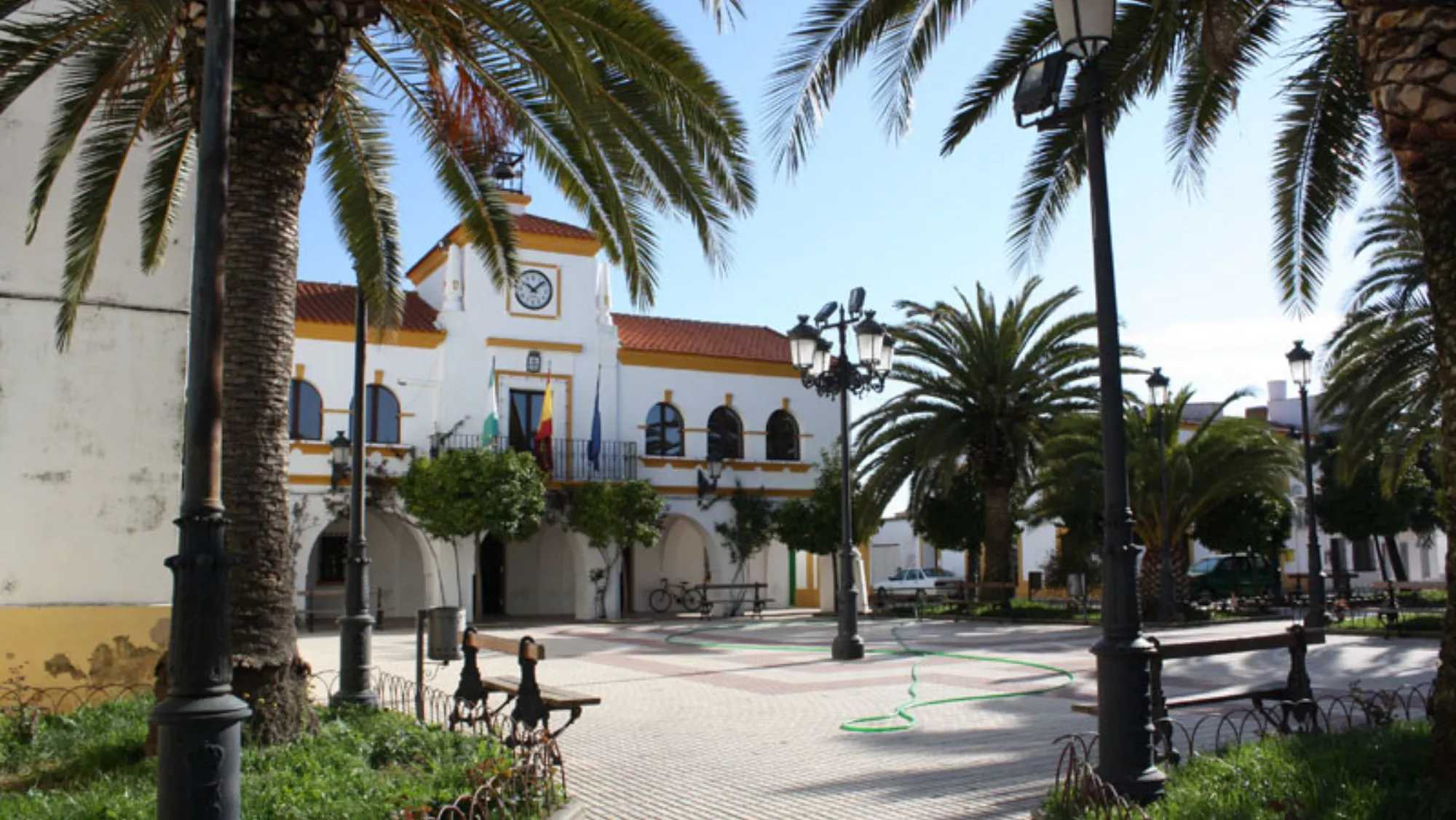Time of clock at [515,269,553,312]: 10:07
